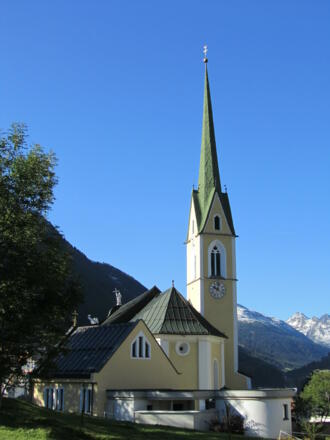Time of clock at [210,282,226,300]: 10:02
